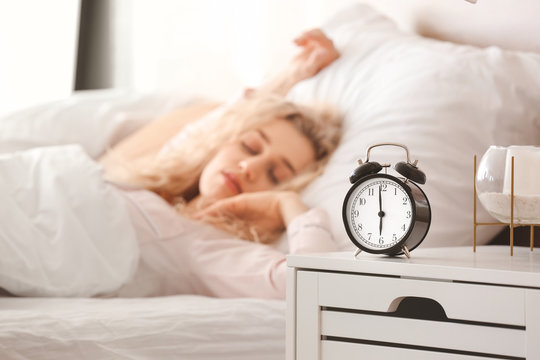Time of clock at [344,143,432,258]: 5:59
